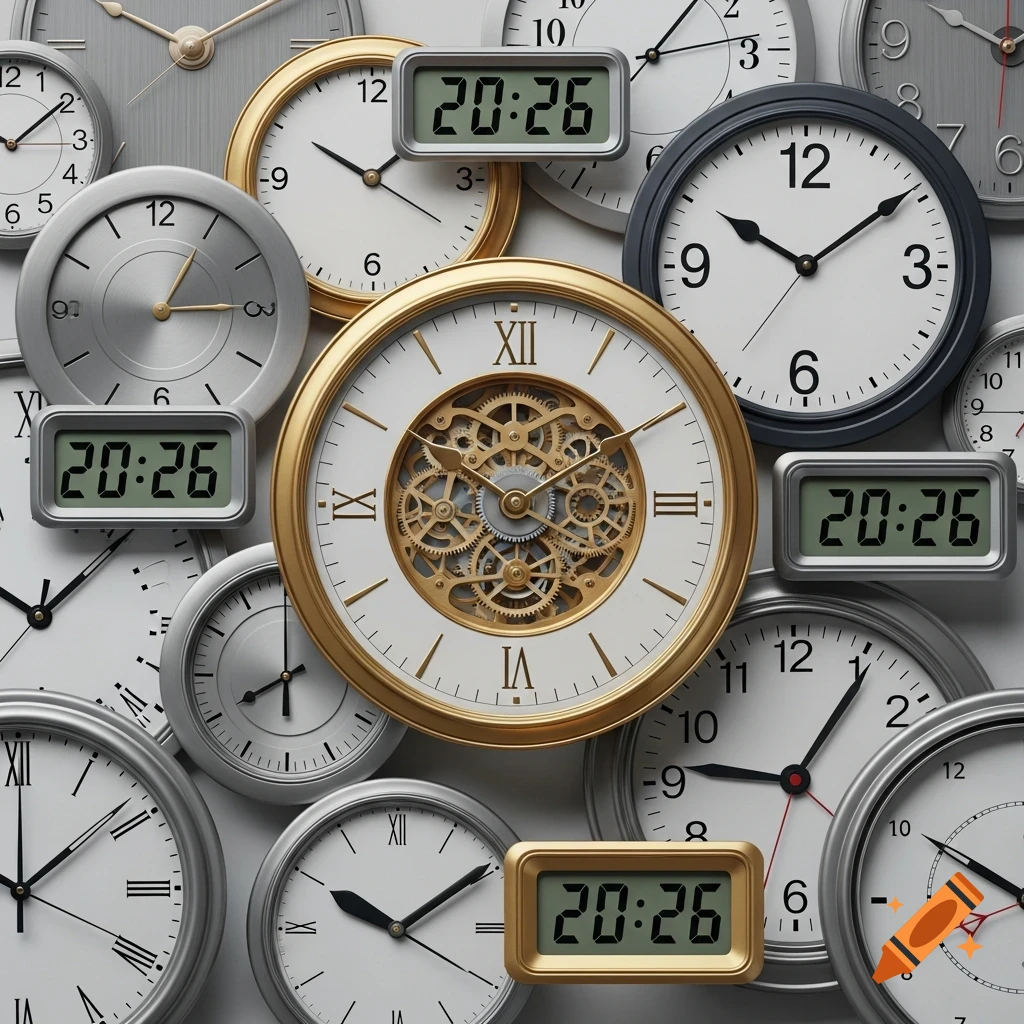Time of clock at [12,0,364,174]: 10:09
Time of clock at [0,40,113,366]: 3:04
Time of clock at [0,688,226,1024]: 8:00
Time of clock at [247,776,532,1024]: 10:09
